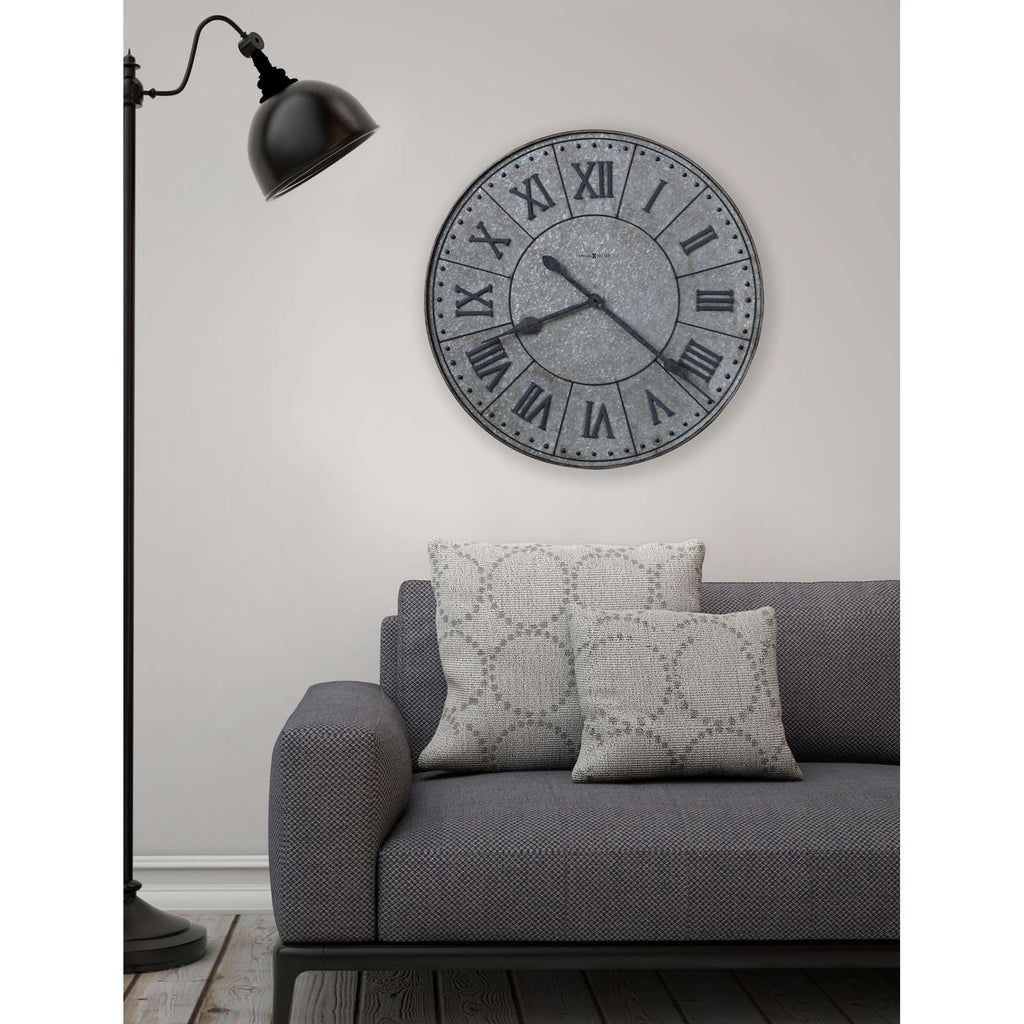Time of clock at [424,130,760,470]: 8:21
